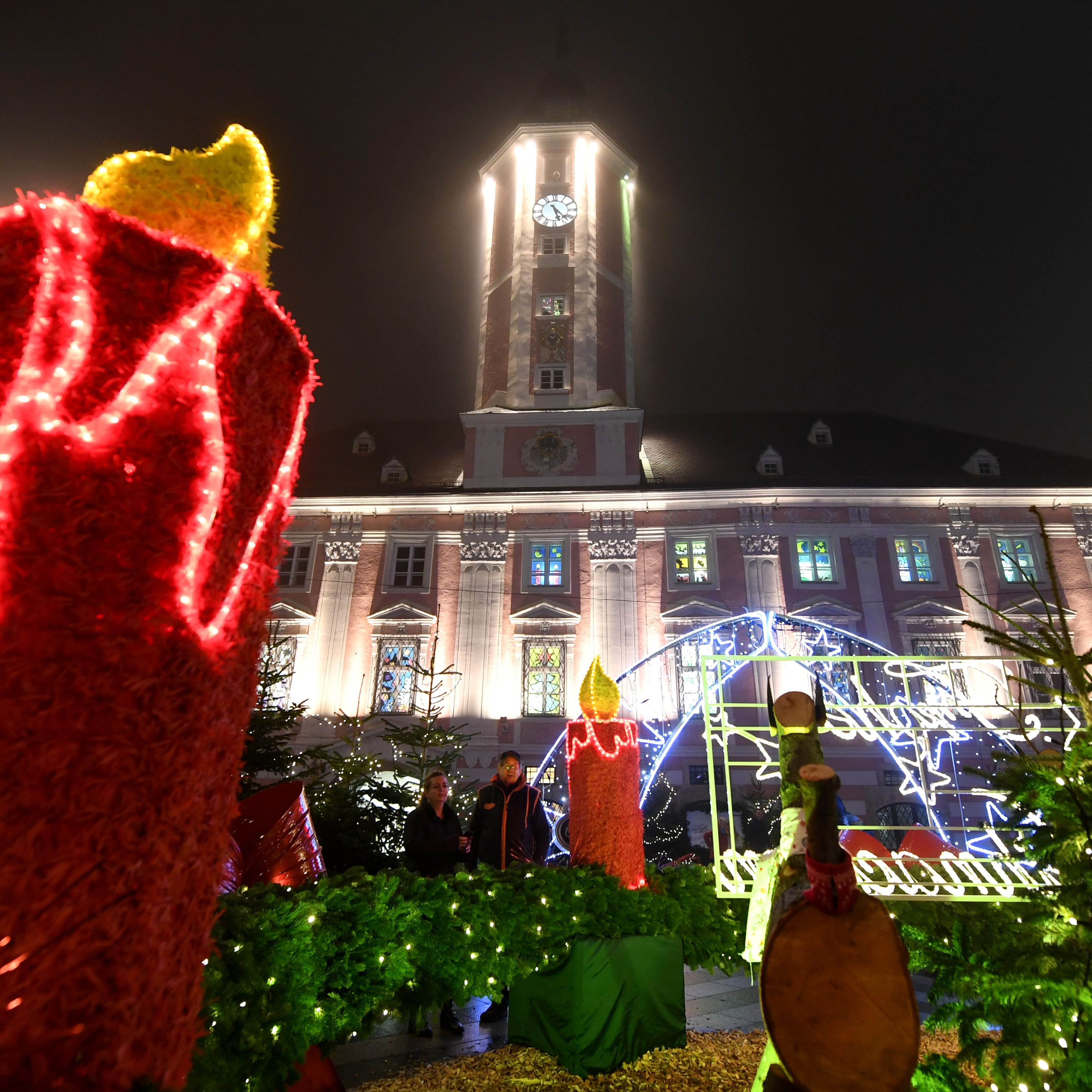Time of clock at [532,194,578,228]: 5:22
